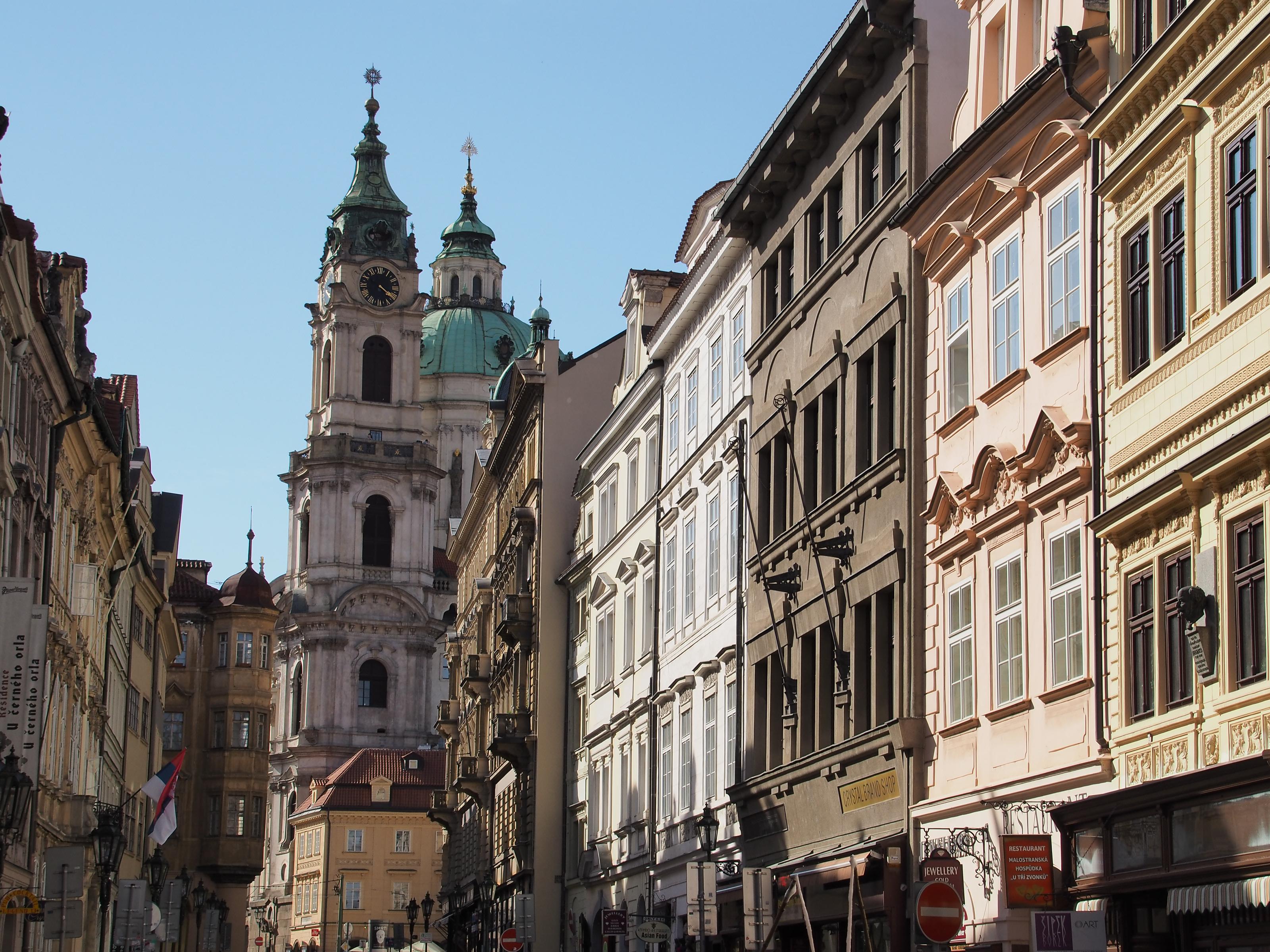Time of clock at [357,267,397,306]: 4:20
